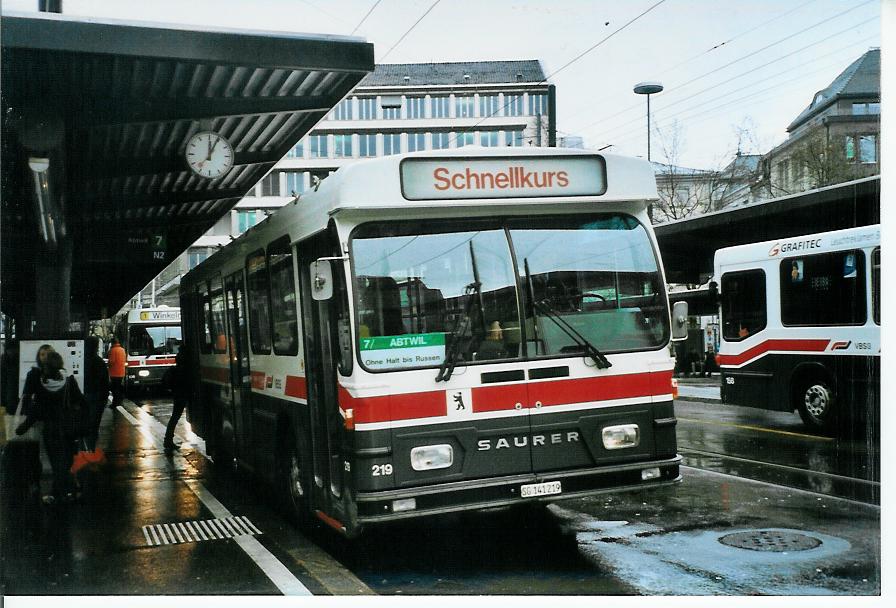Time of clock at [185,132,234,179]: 12:04
